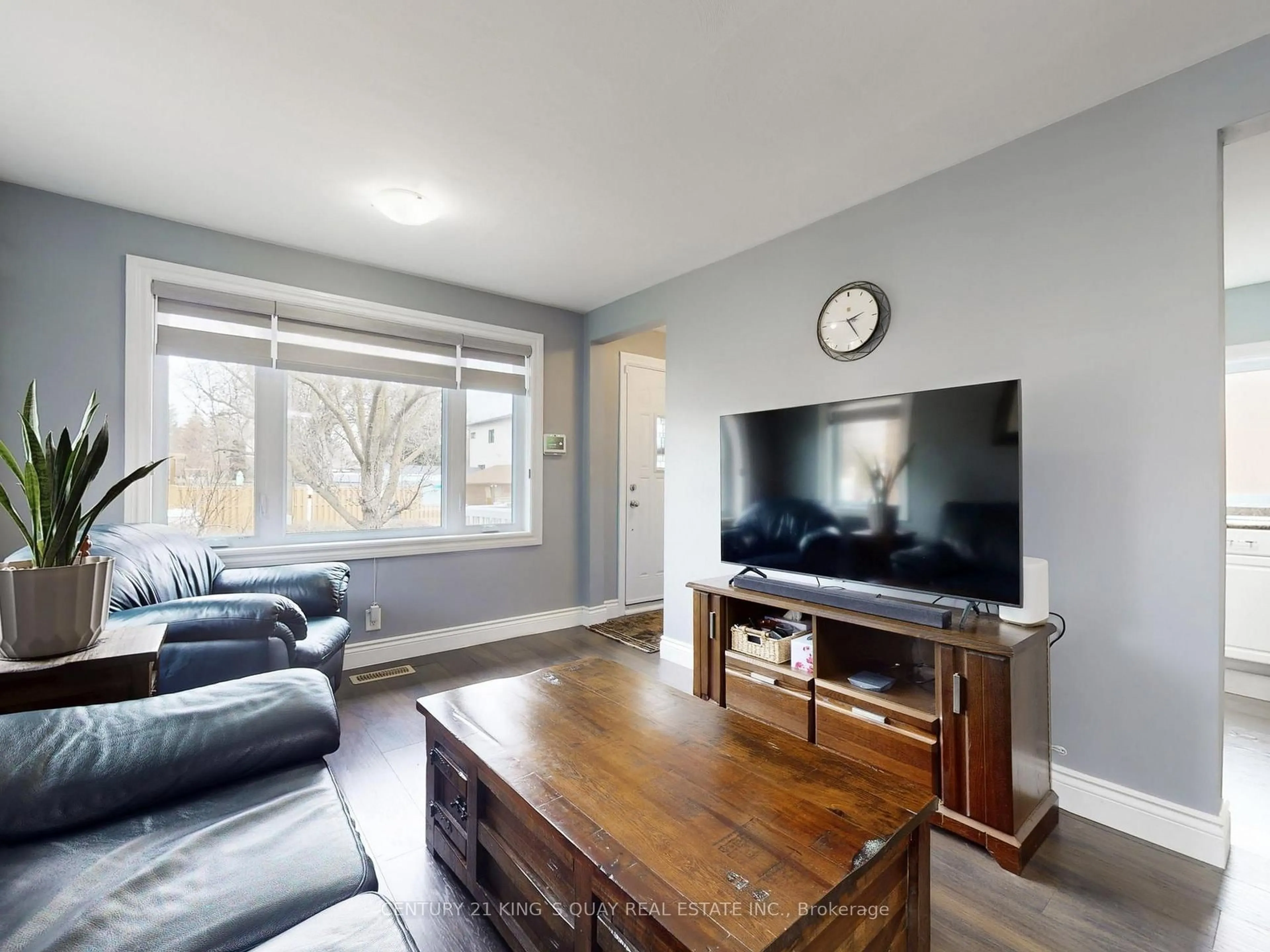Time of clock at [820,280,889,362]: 2:24
